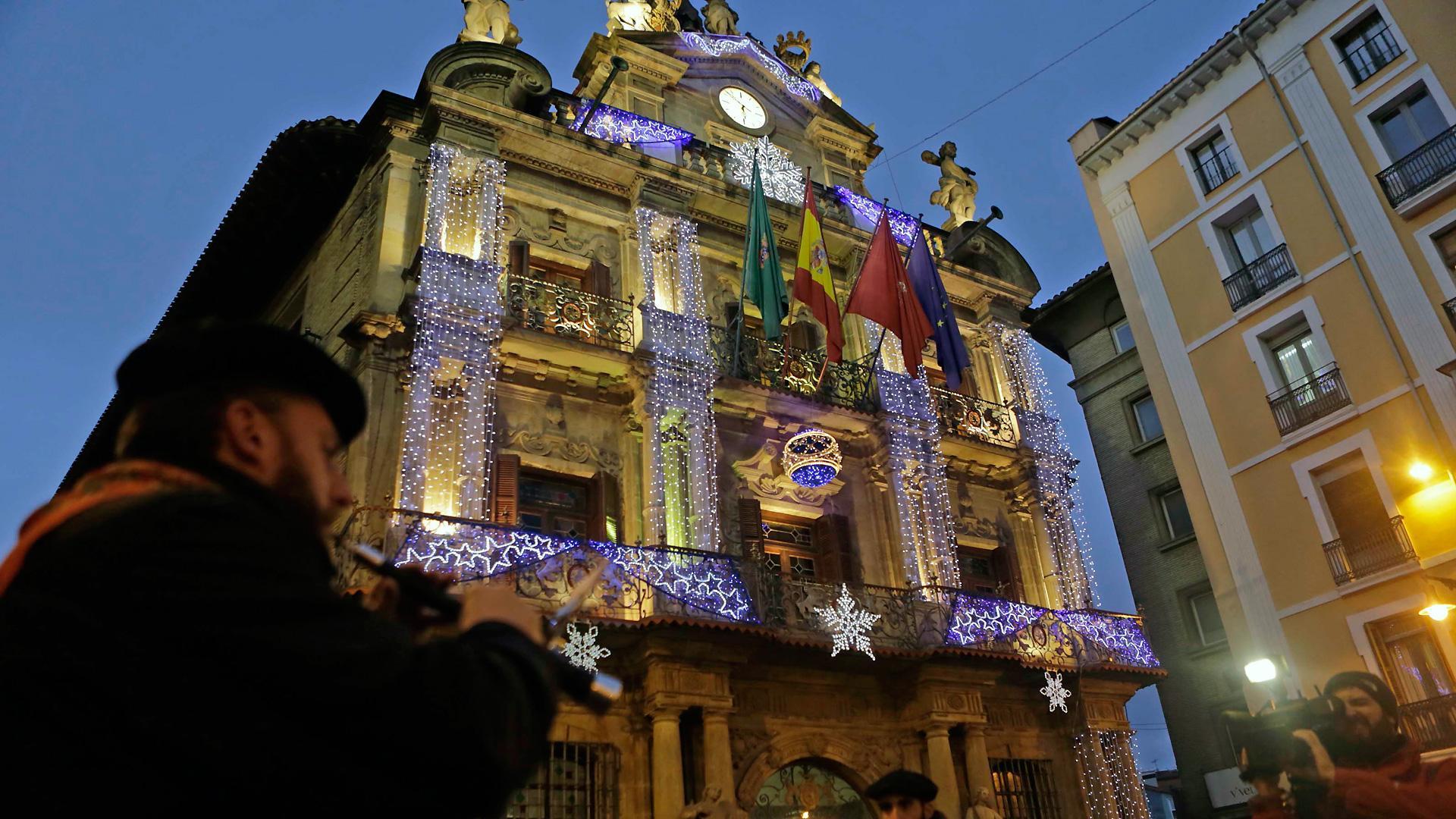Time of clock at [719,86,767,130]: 5:51
